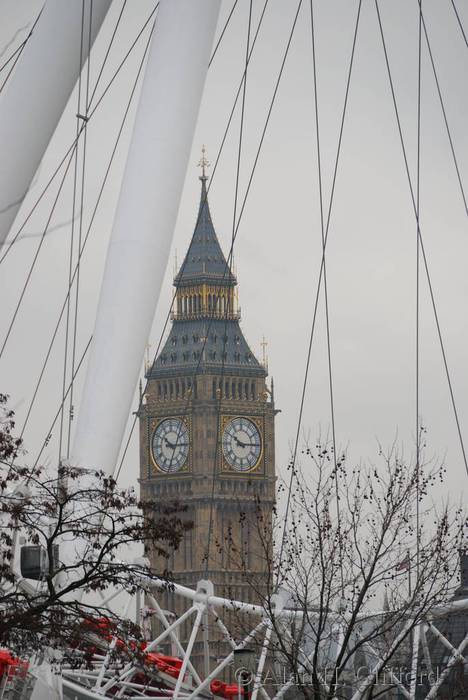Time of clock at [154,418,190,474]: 10:14
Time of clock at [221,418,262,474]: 10:14
